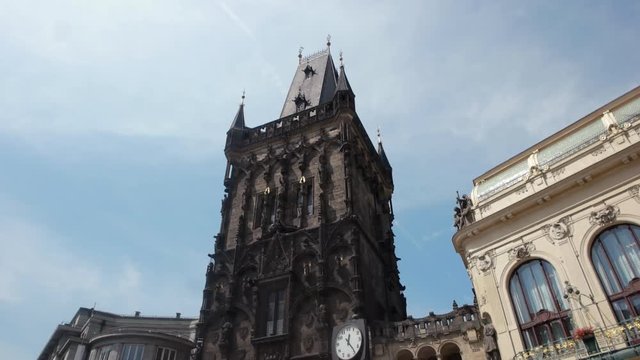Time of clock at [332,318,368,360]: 12:23
